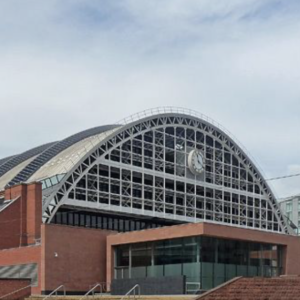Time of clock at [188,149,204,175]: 11:22
